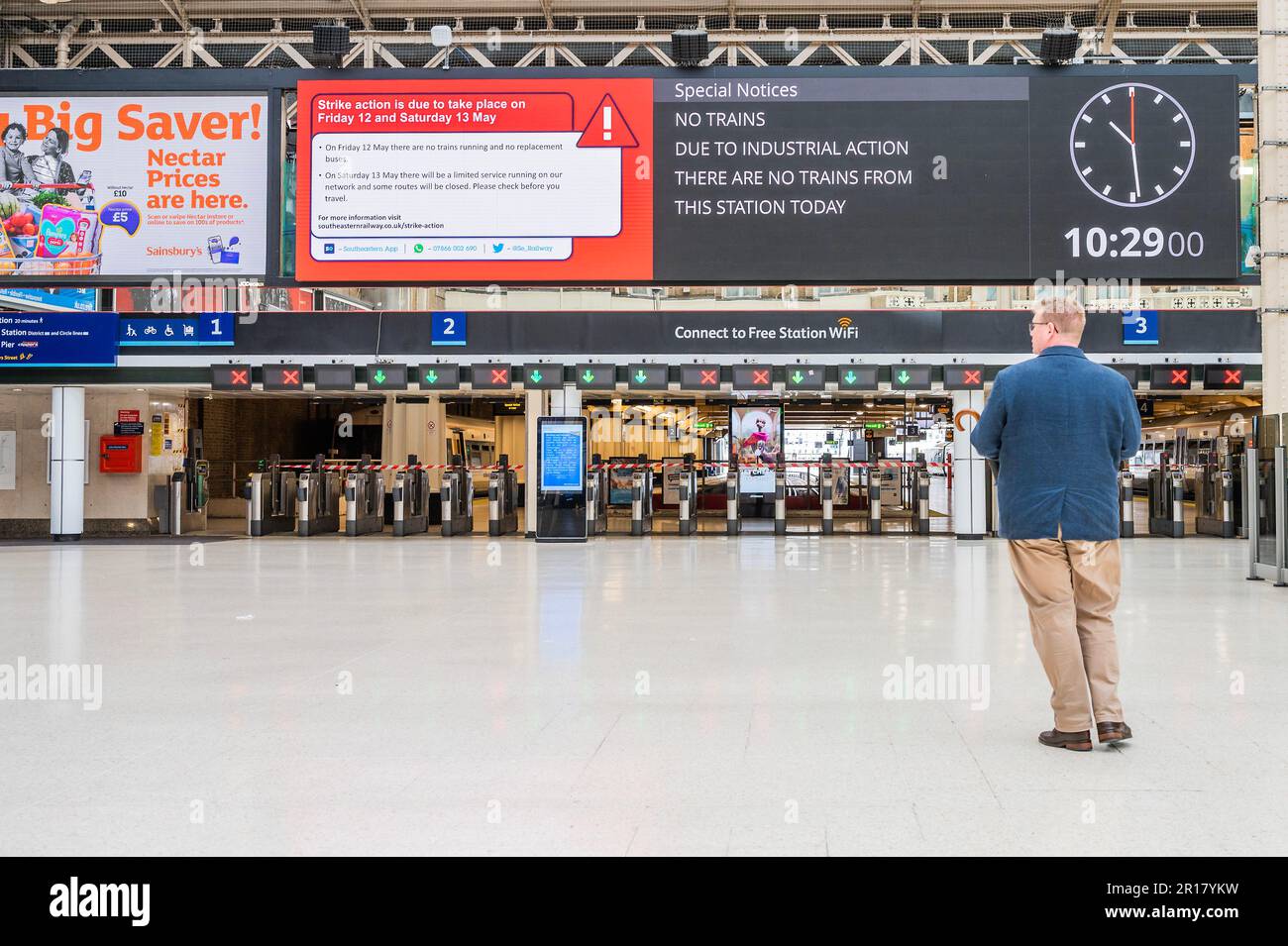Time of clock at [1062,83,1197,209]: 10:28
